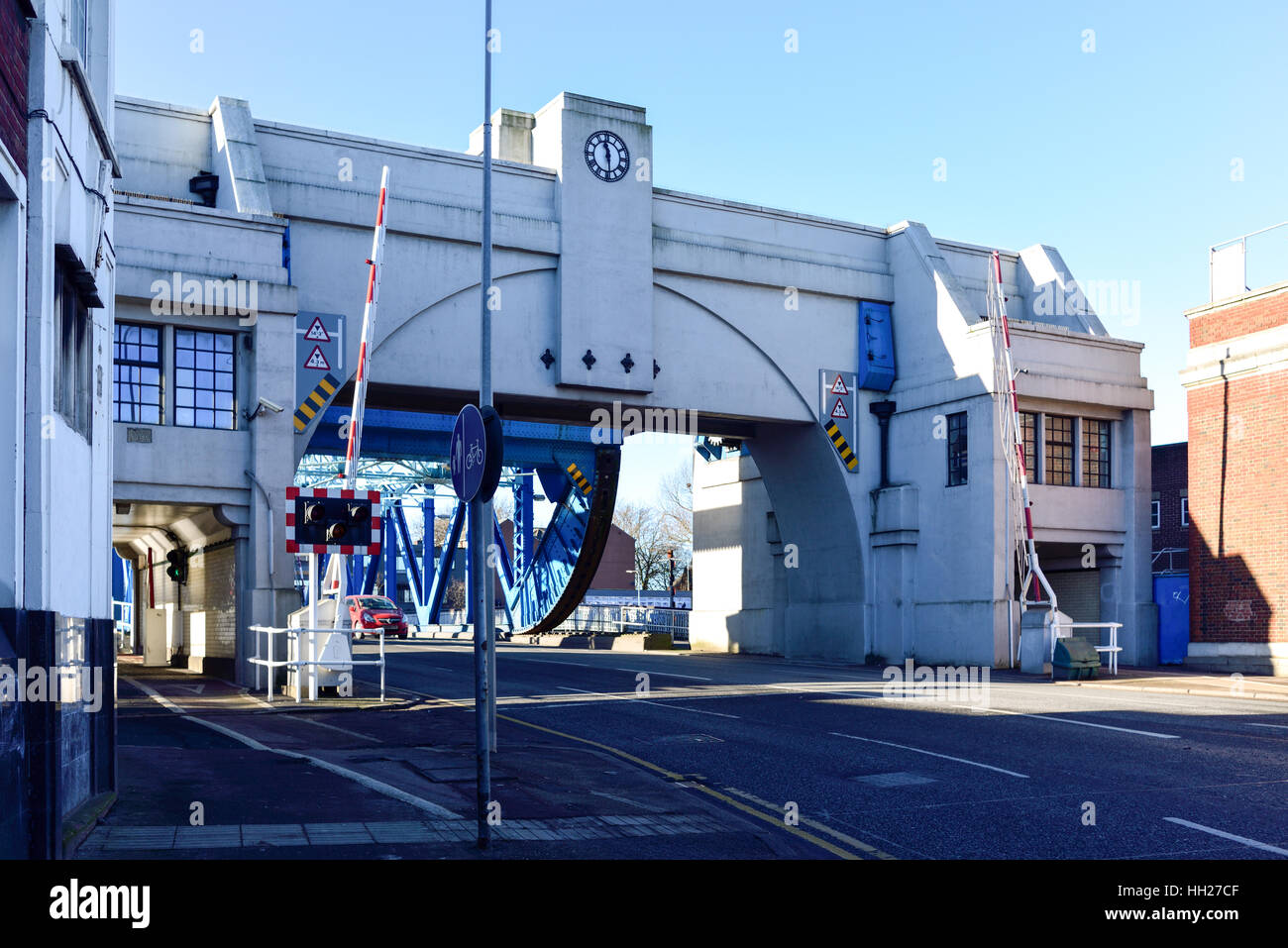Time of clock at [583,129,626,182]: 11:29
